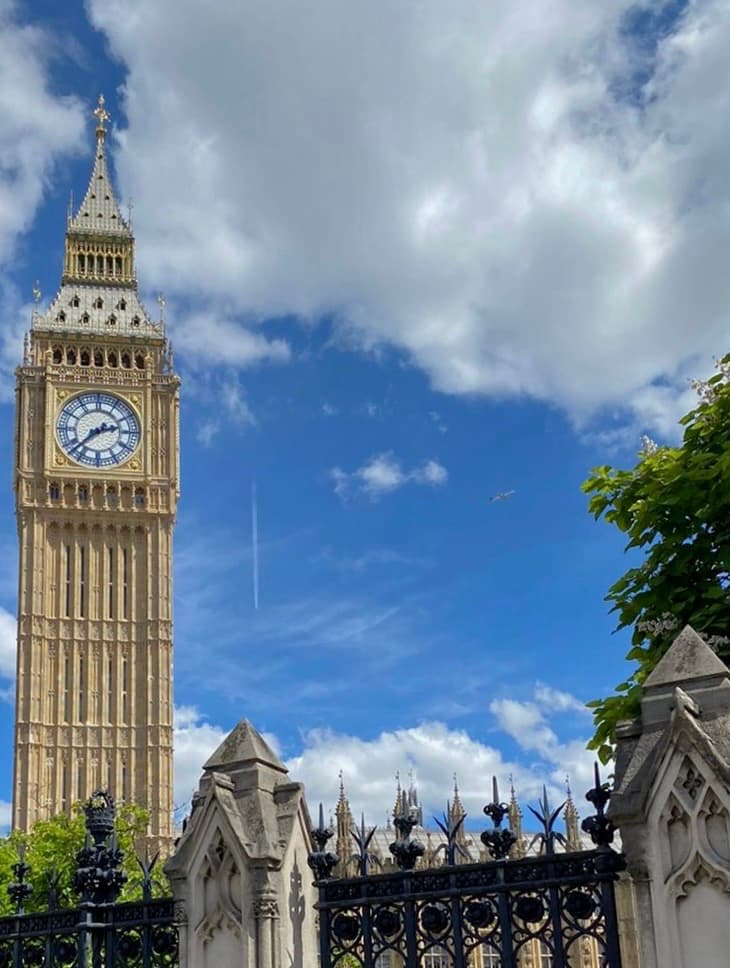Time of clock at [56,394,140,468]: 2:37
